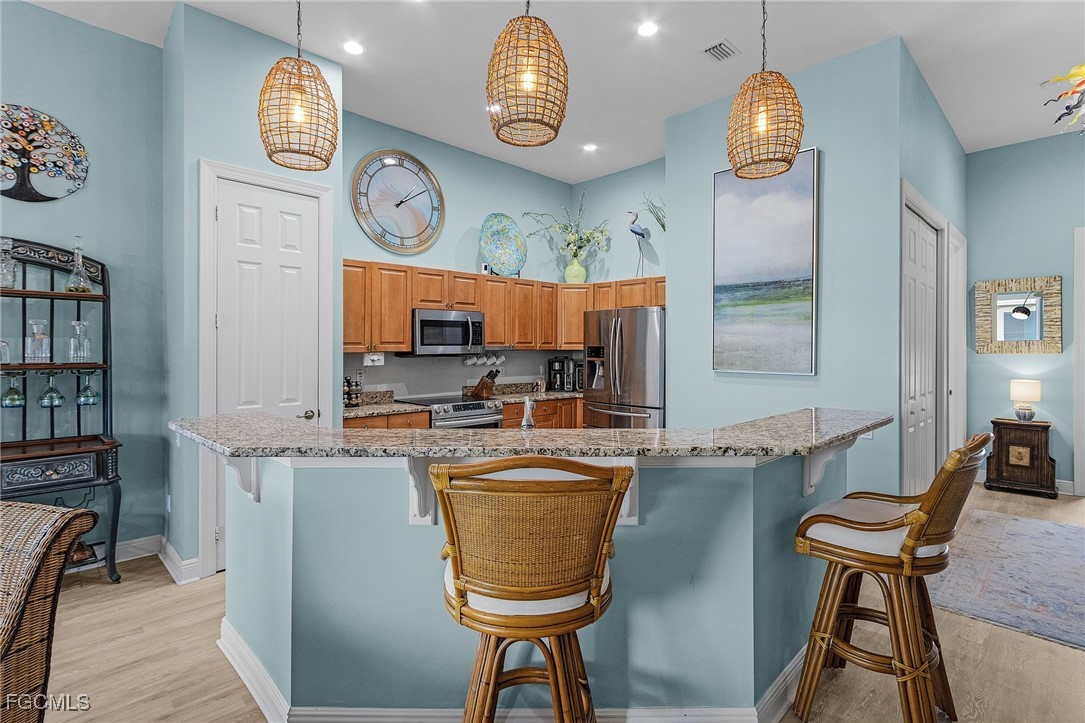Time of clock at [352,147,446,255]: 1:09
